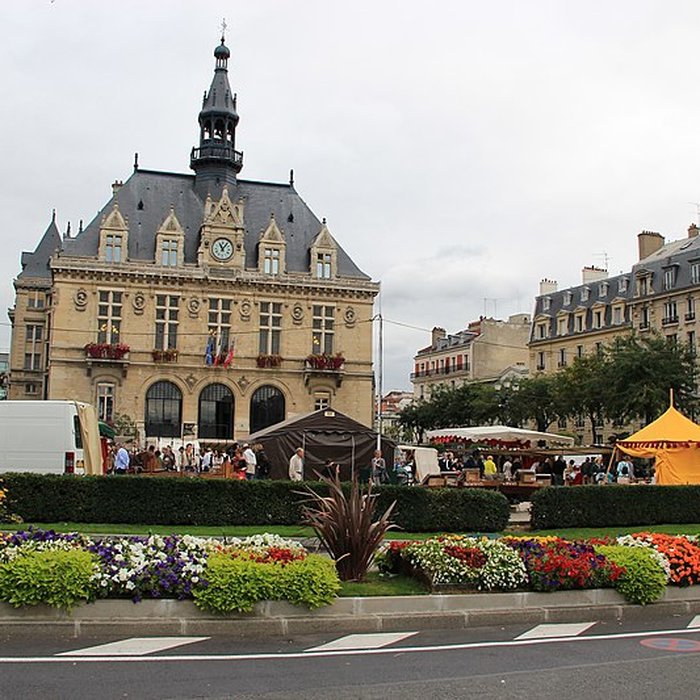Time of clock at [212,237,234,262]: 11:06
